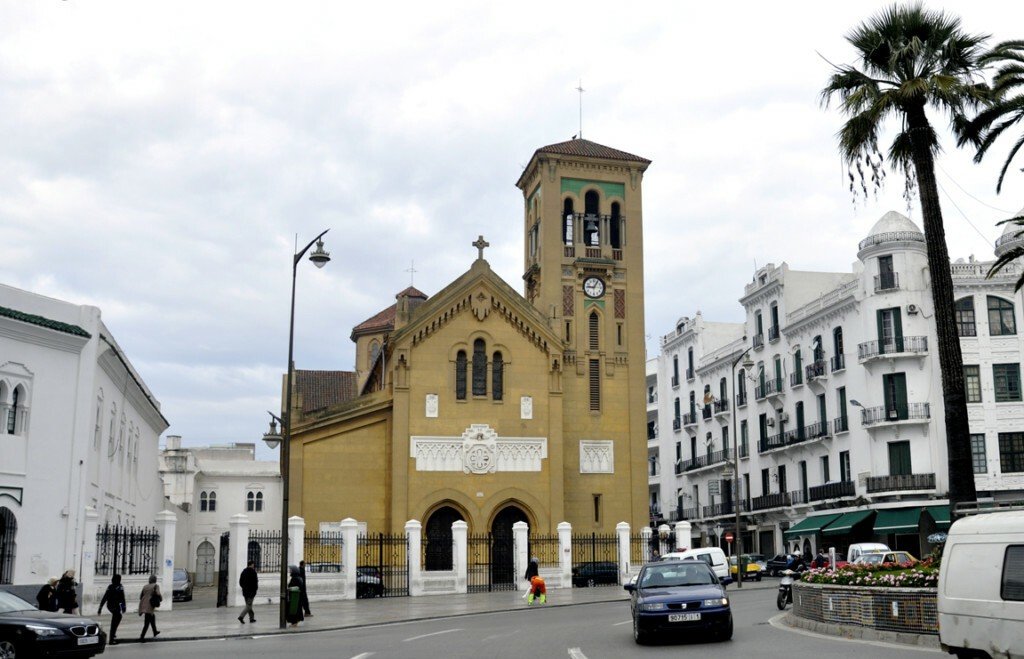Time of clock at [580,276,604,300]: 9:05
